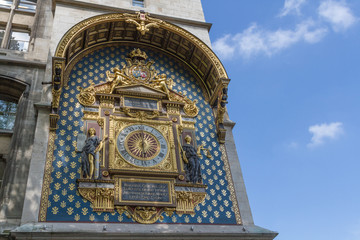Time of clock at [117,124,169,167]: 5:59
